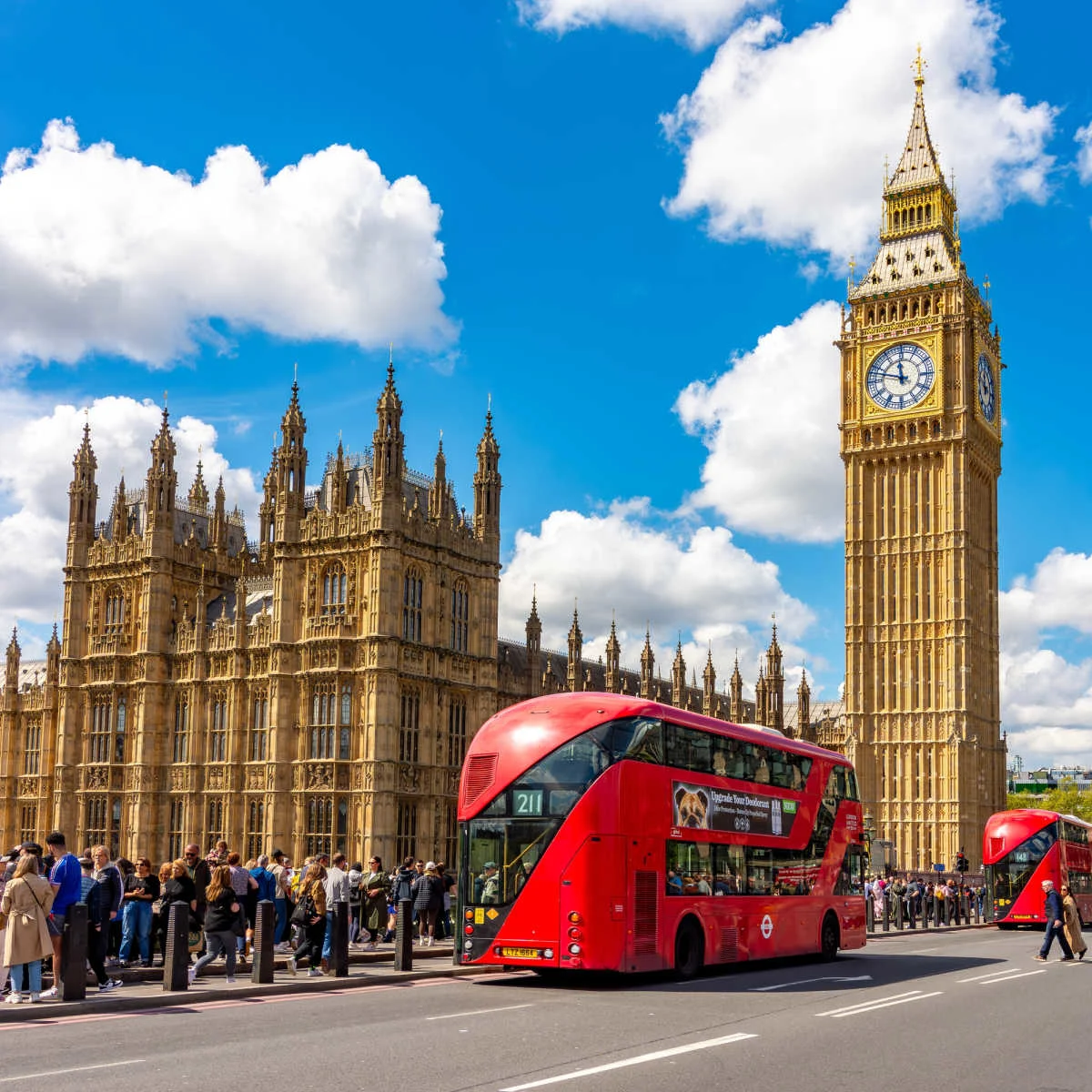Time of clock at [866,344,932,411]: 11:47
